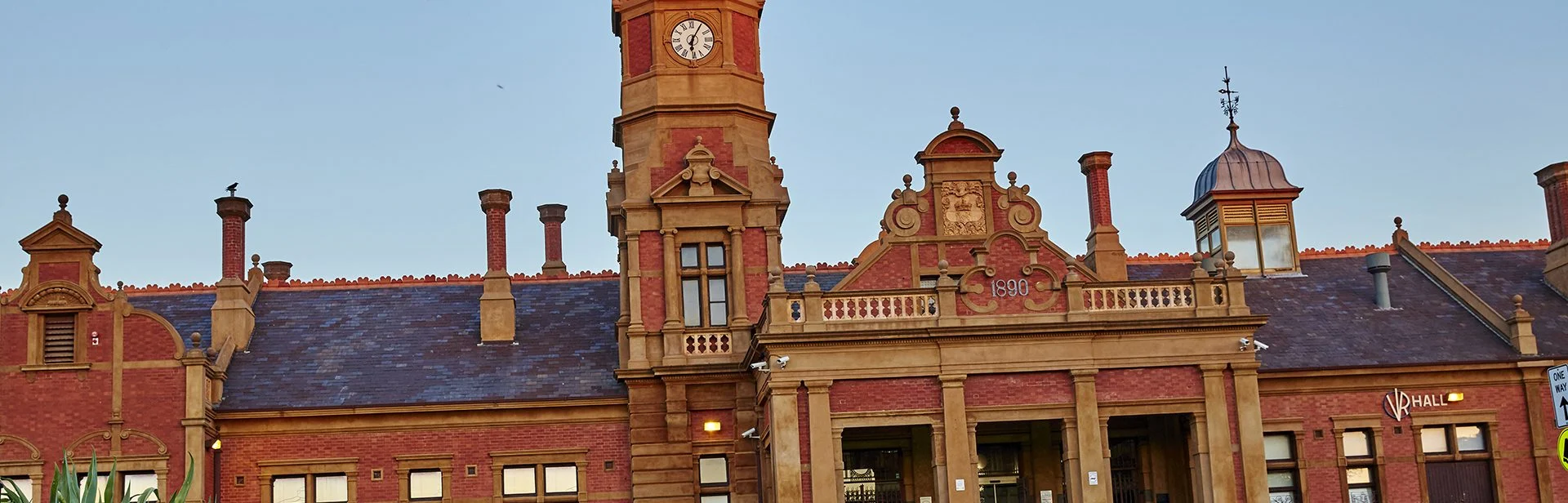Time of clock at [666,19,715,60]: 6:05
